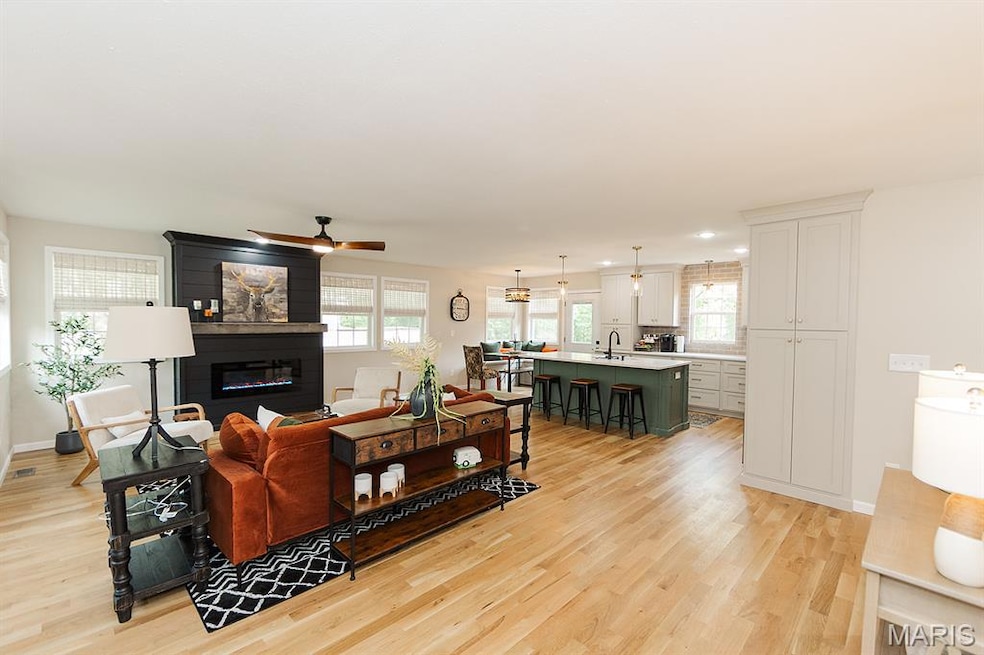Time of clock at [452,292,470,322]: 9:15
